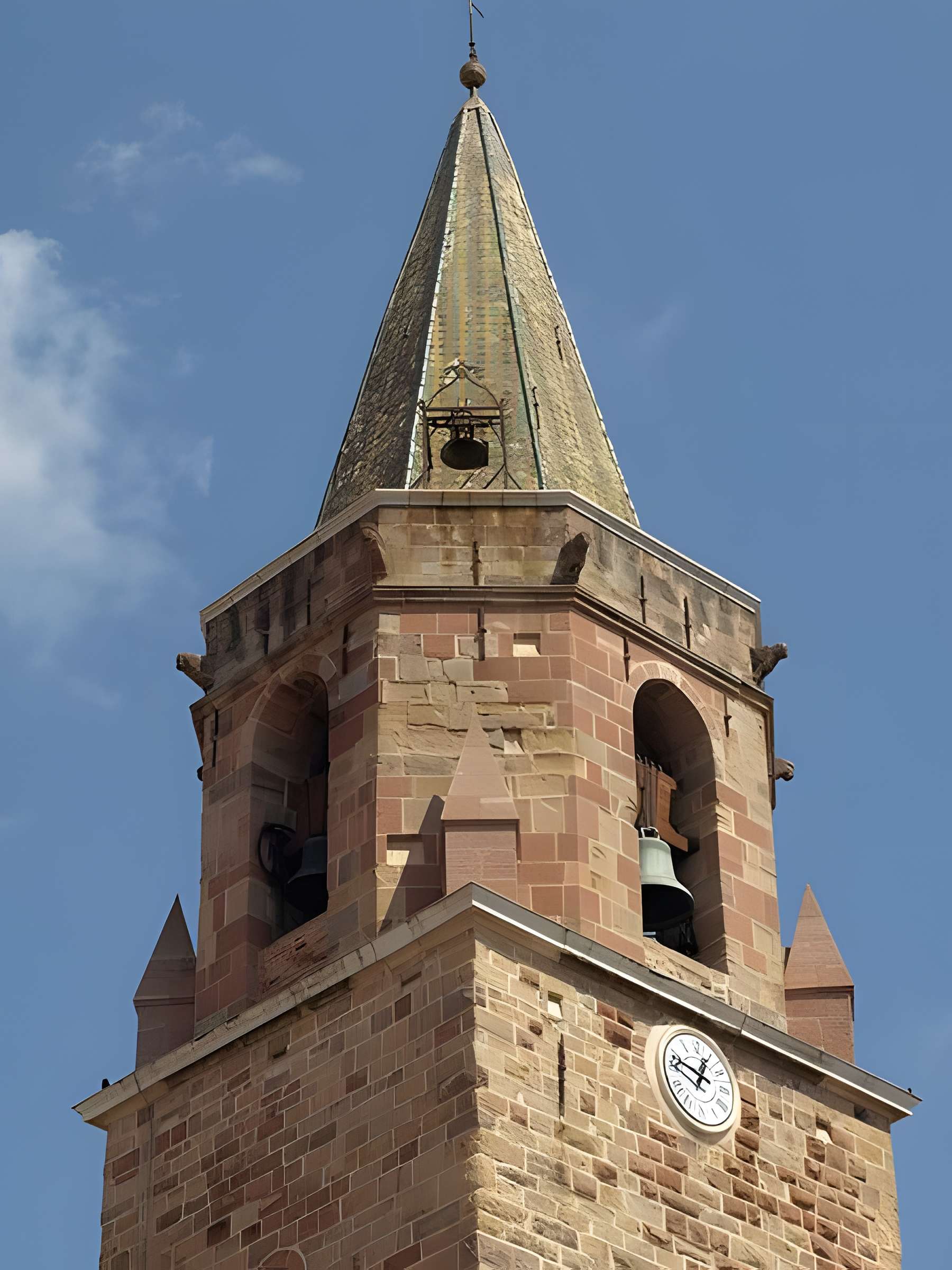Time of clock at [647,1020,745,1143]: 12:47
